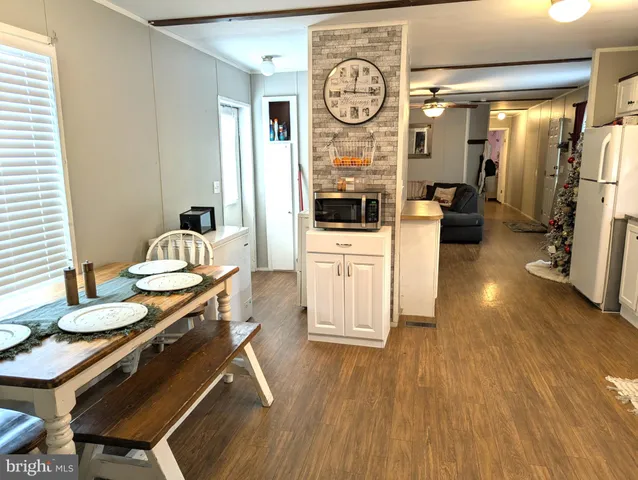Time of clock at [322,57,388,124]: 12:16
